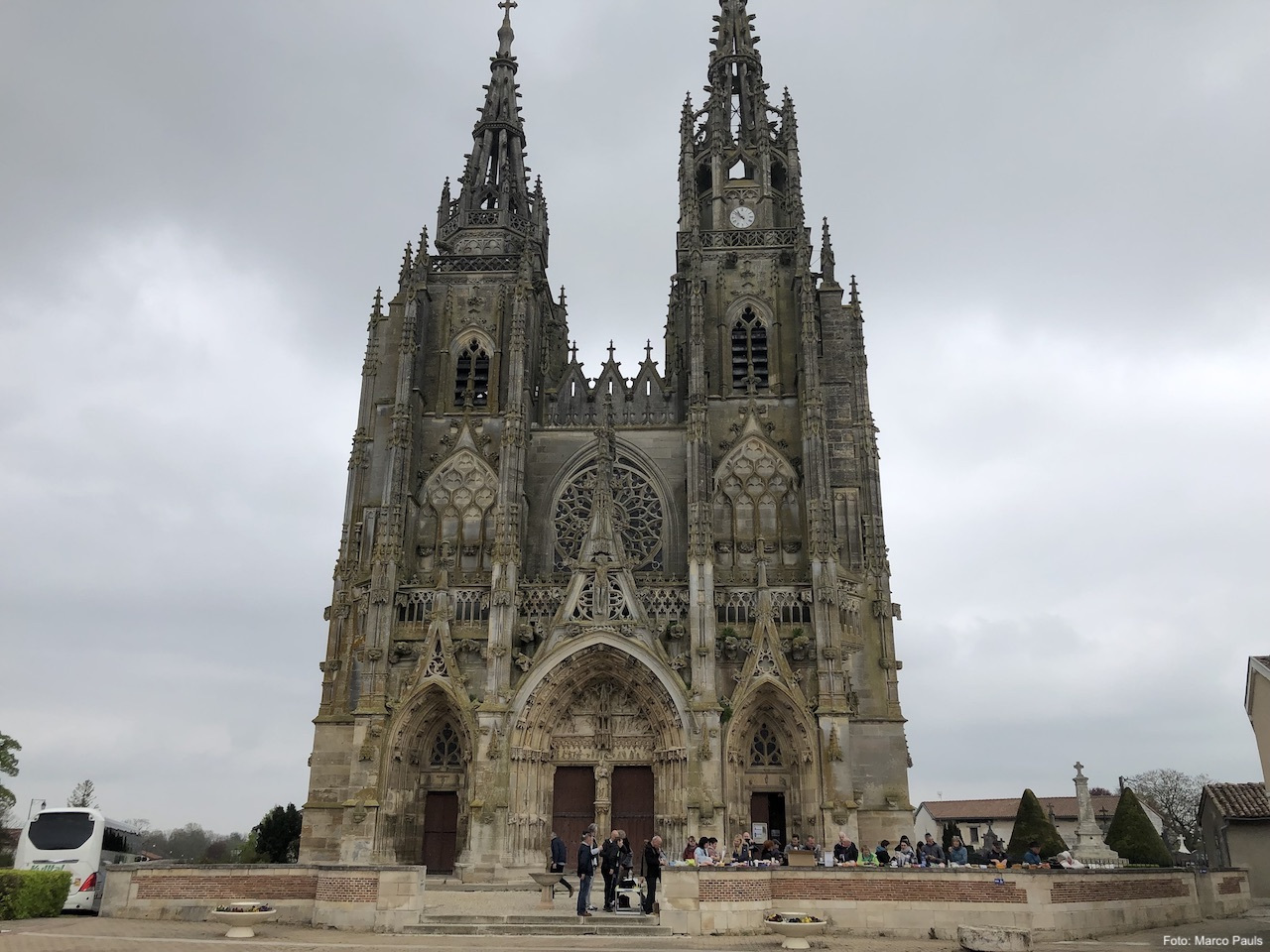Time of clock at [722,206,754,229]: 10:51
